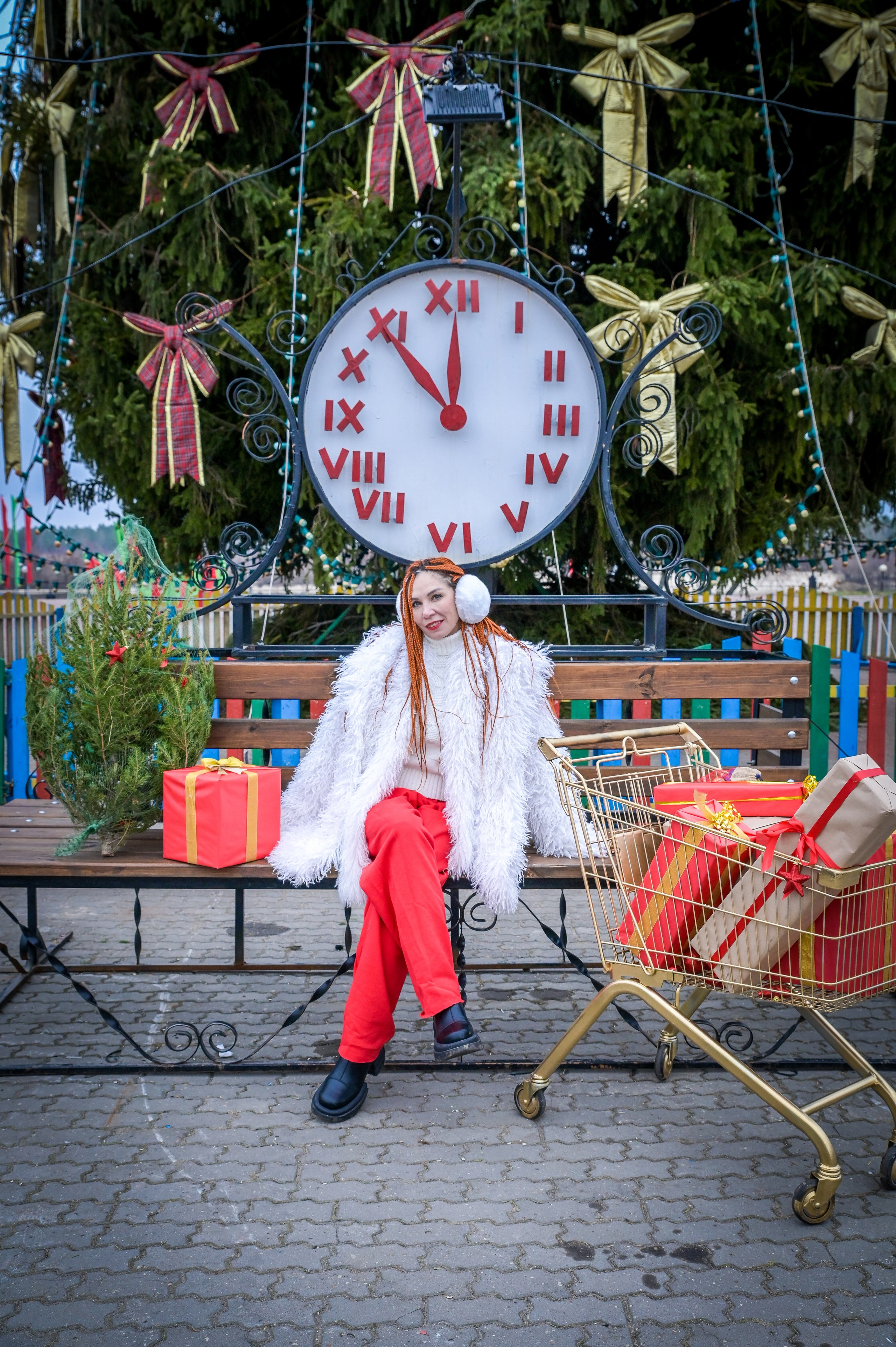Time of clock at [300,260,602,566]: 11:53
